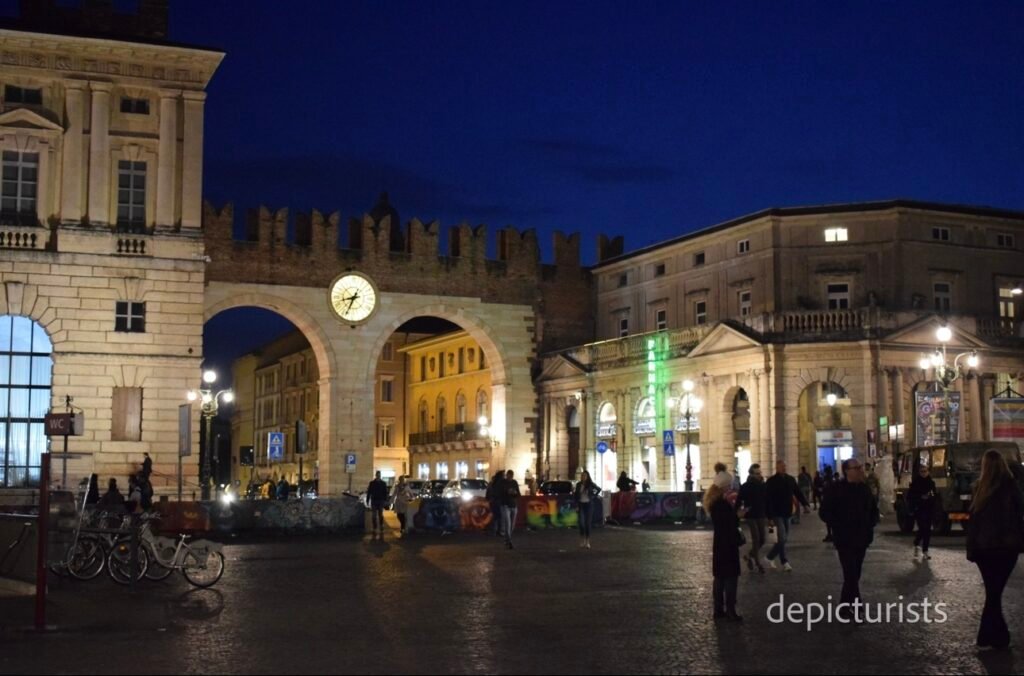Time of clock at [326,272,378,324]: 8:34
